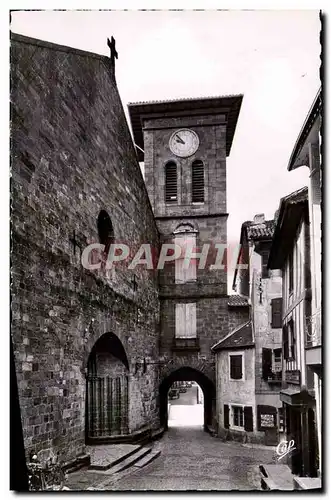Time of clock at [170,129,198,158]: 9:53
